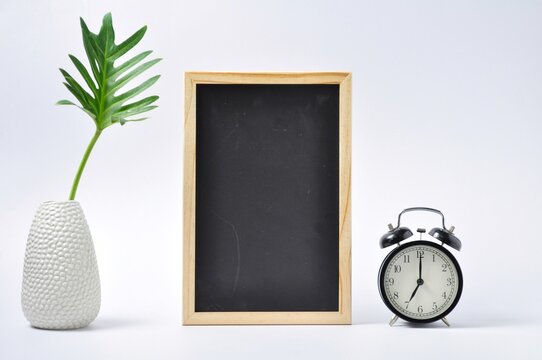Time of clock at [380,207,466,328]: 7:00
